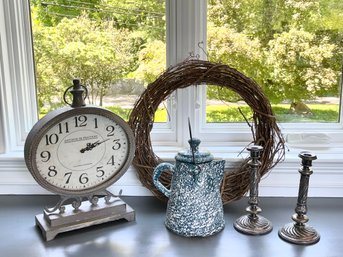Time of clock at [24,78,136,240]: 2:12
